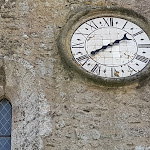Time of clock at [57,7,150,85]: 1:39
